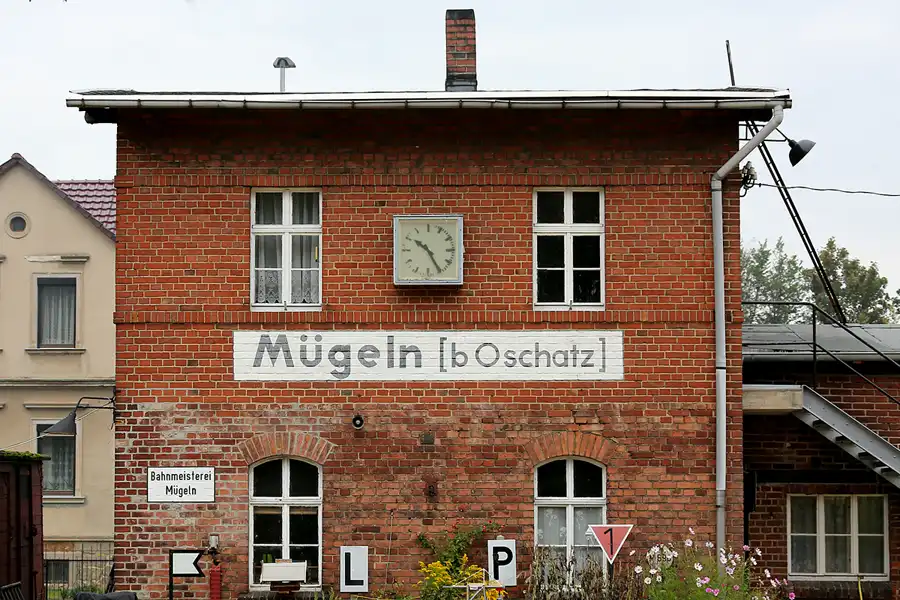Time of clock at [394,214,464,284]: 10:25
